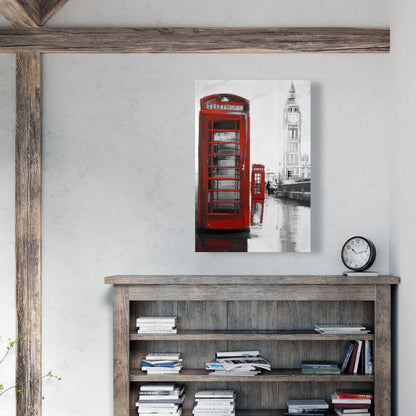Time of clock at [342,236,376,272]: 10:12
